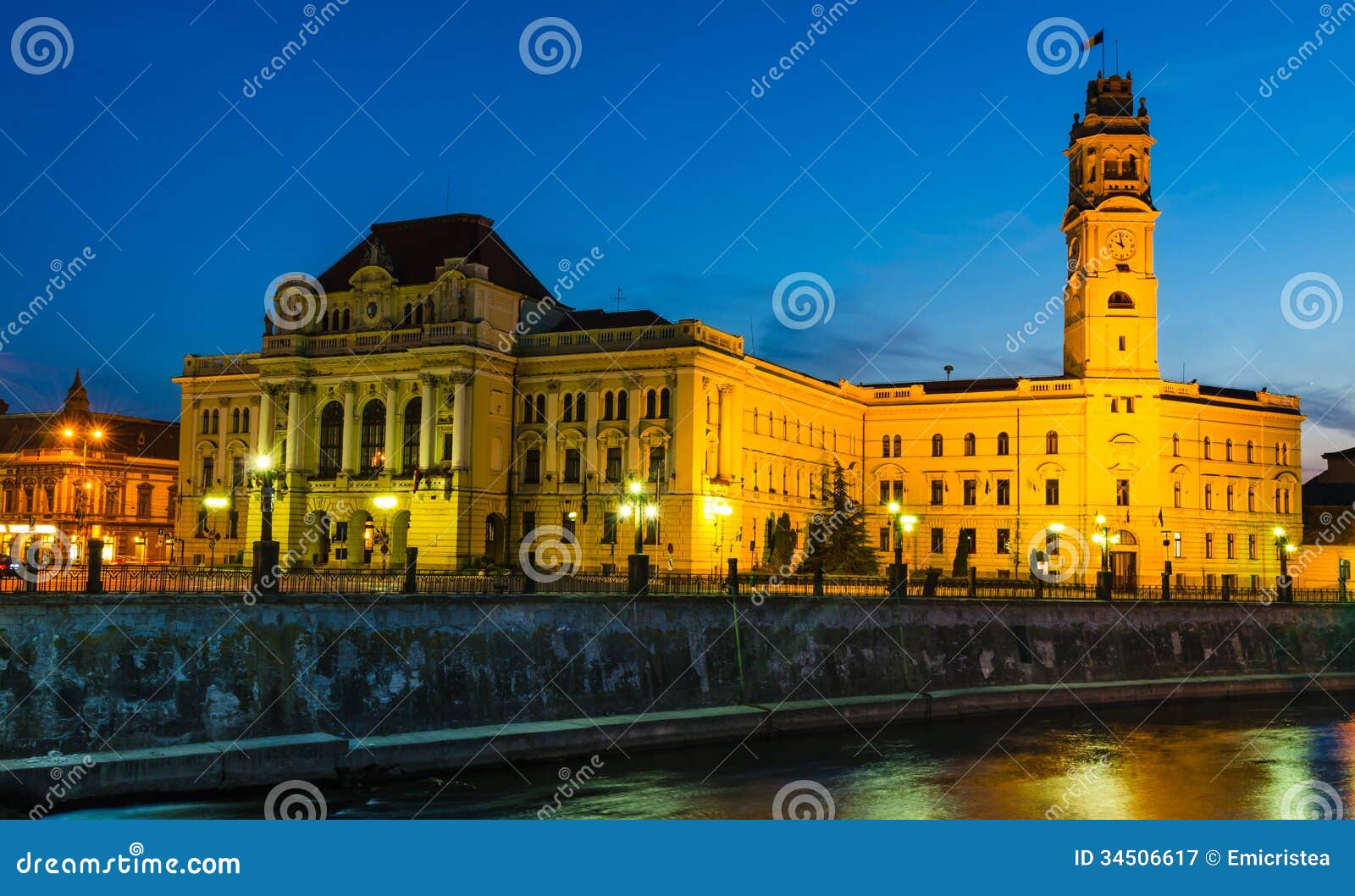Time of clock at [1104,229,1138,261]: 9:58
